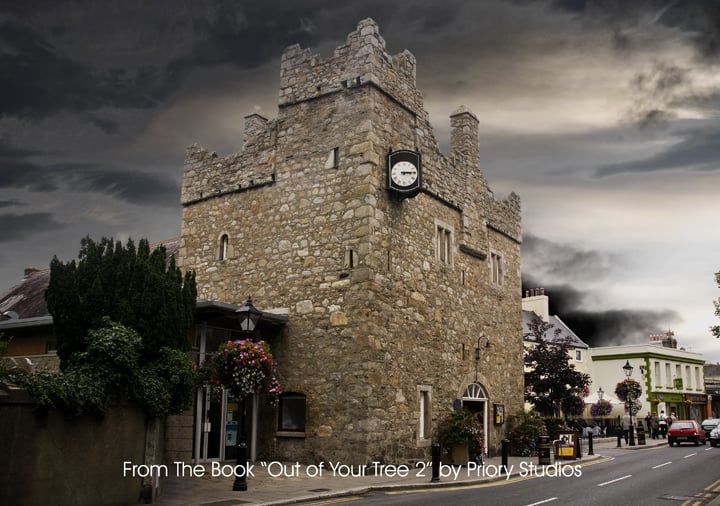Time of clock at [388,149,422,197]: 3:14
